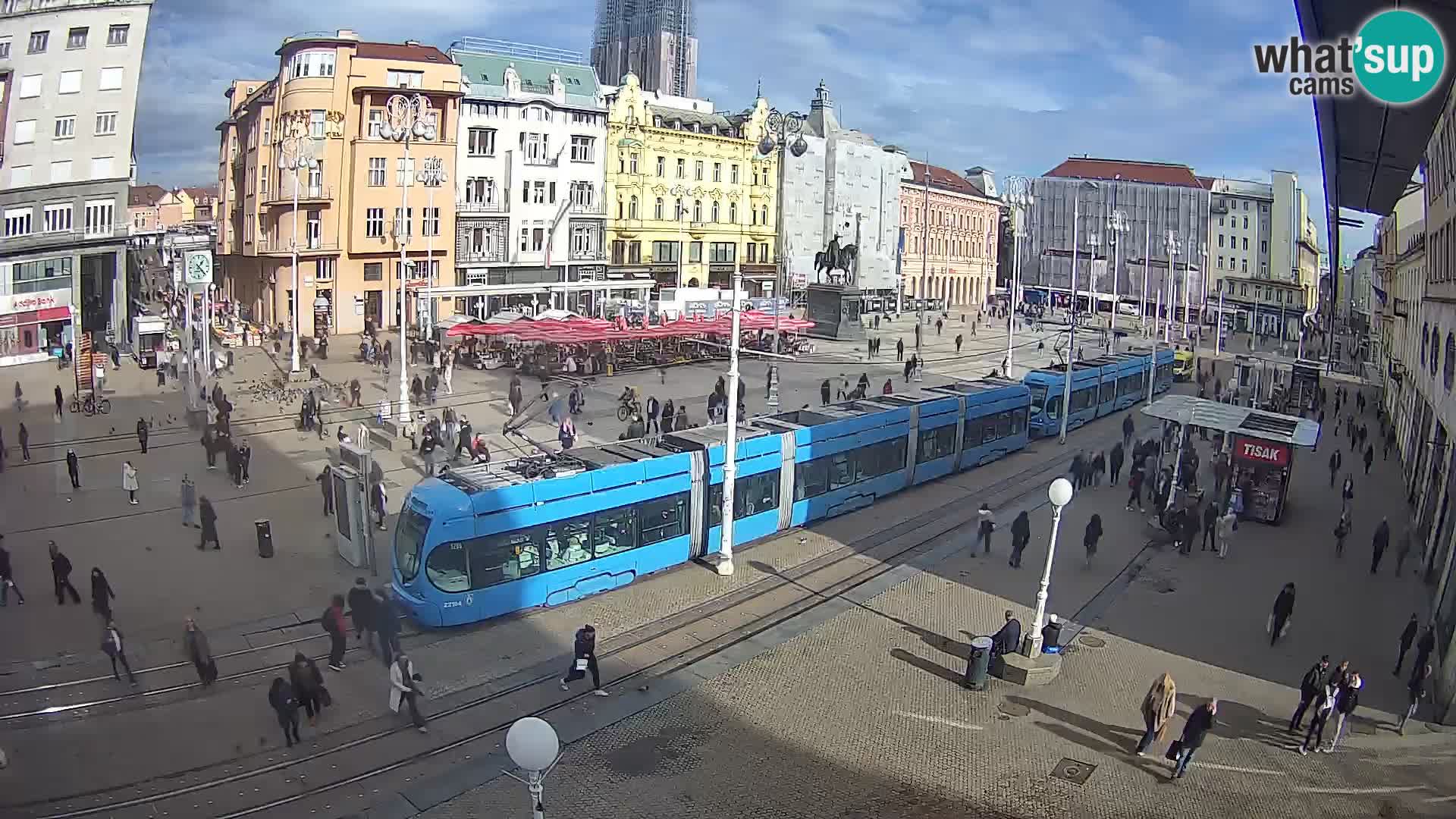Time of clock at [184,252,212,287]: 1:22
